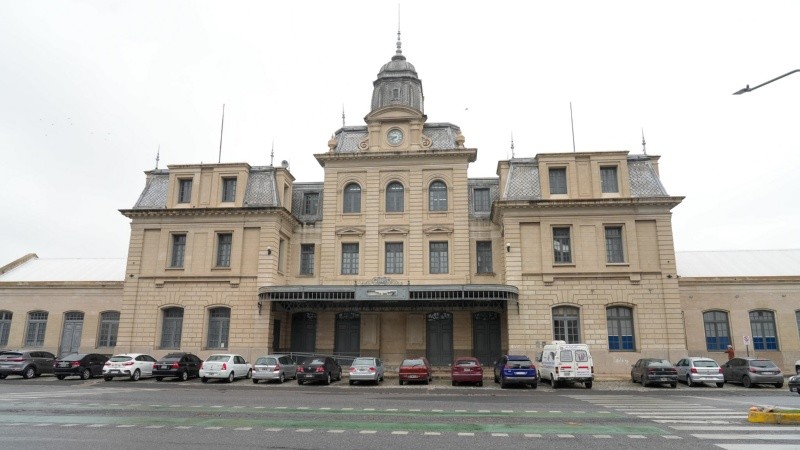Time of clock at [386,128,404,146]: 7:46
